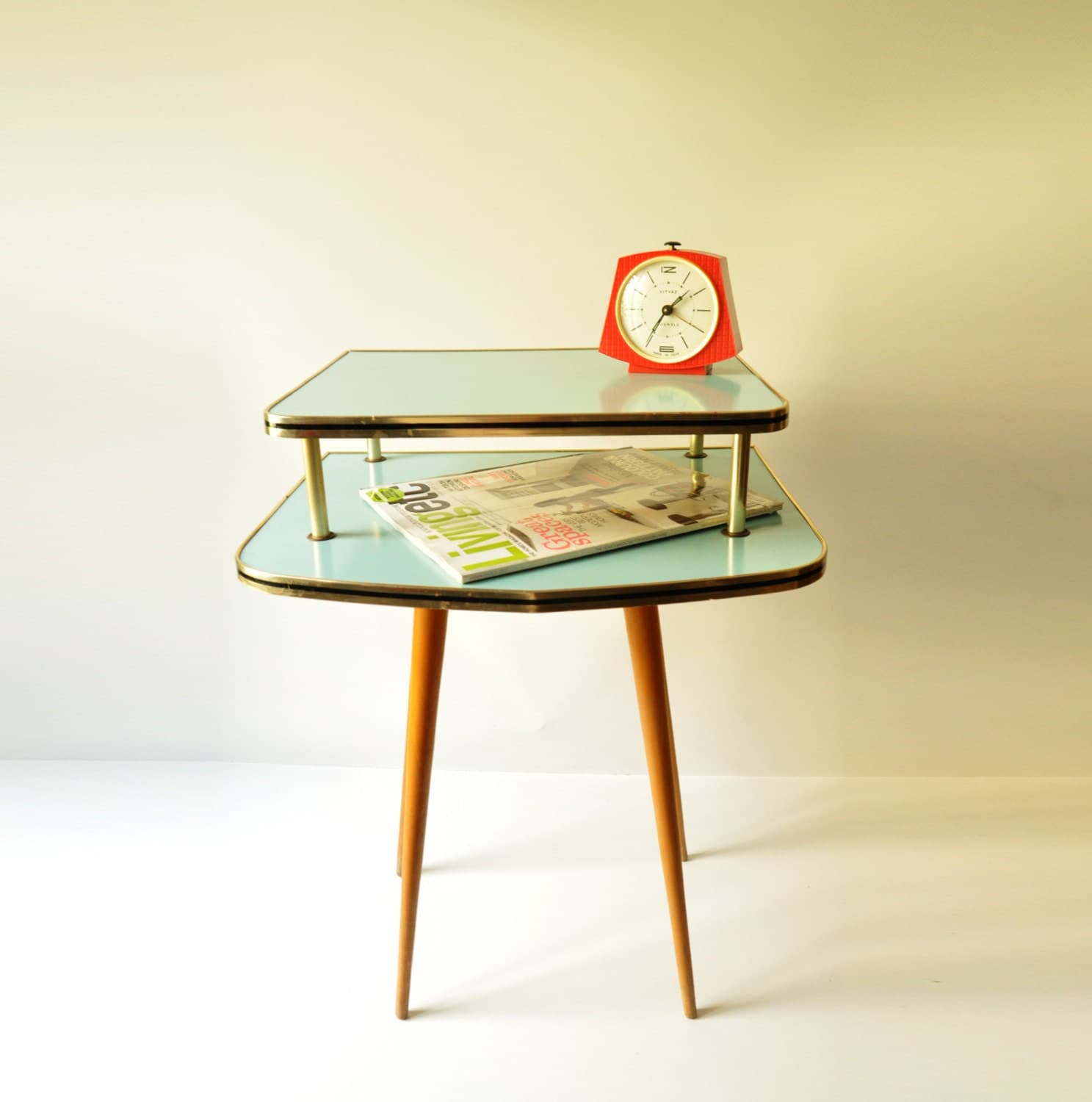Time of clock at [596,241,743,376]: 1:35
